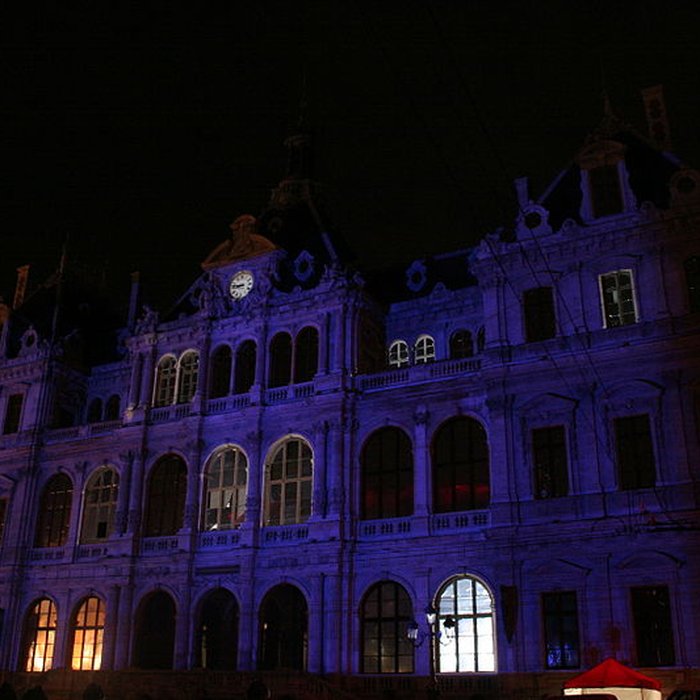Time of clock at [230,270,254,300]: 8:46
